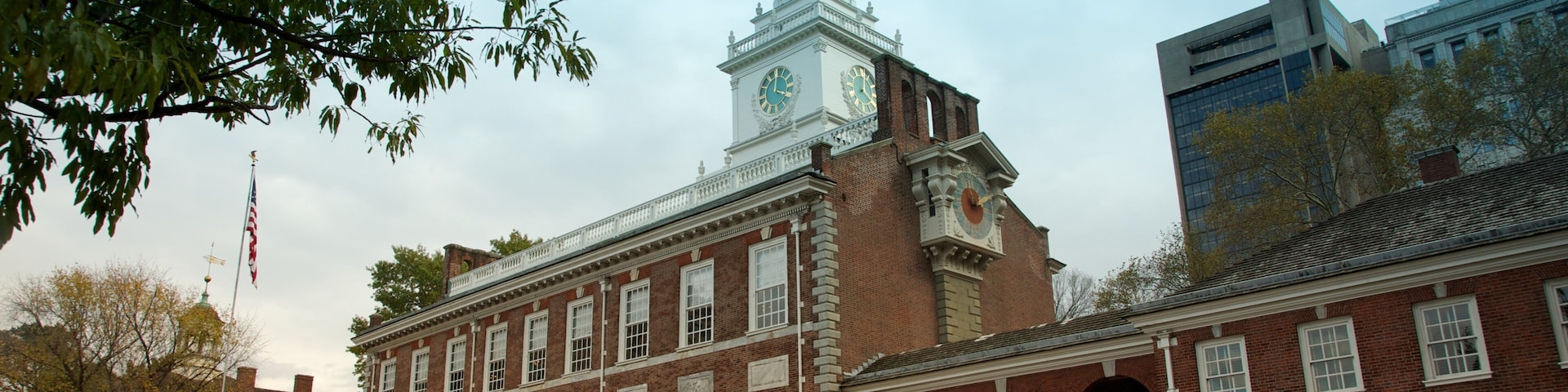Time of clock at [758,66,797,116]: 4:00
